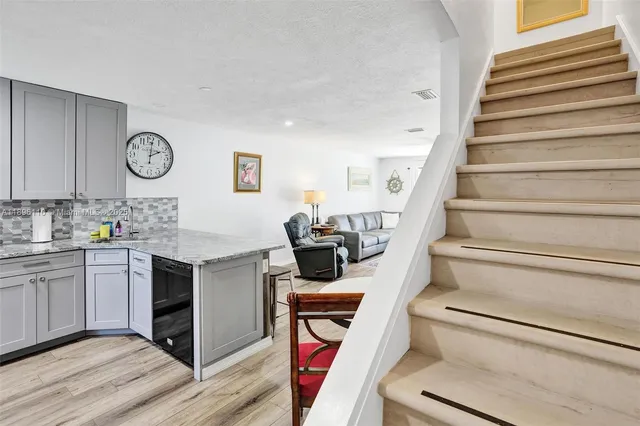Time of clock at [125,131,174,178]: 2:01
